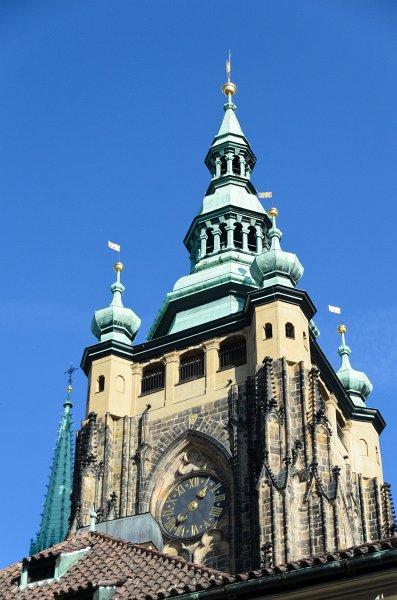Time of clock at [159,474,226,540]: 1:37
